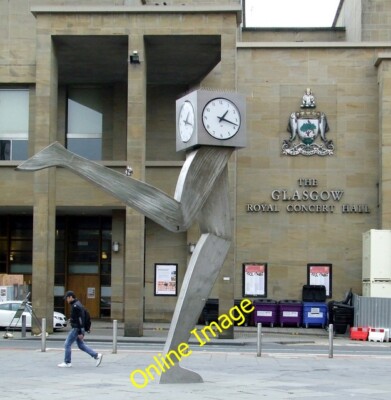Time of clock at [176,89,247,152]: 1:17
